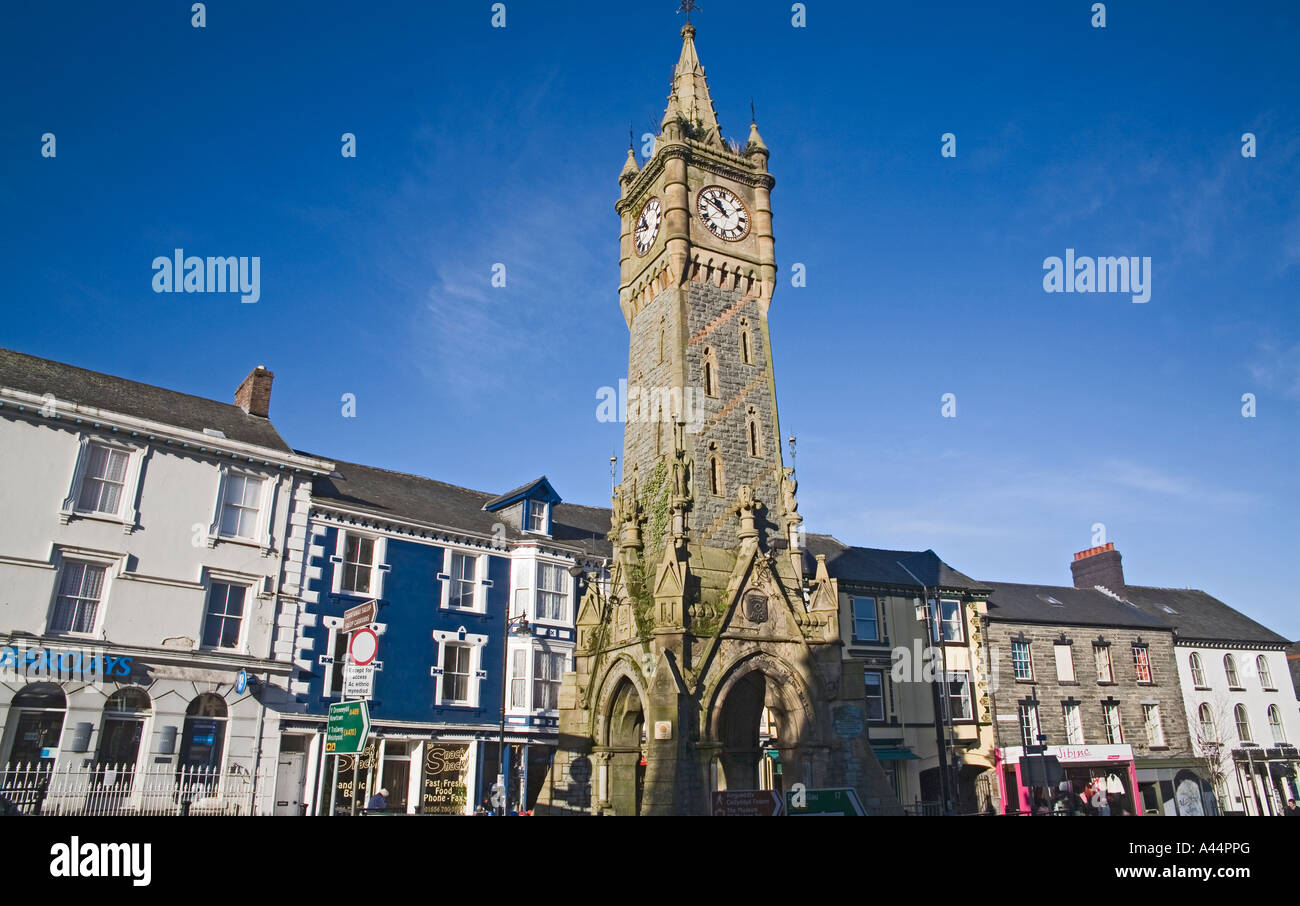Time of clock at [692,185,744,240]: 10:50
